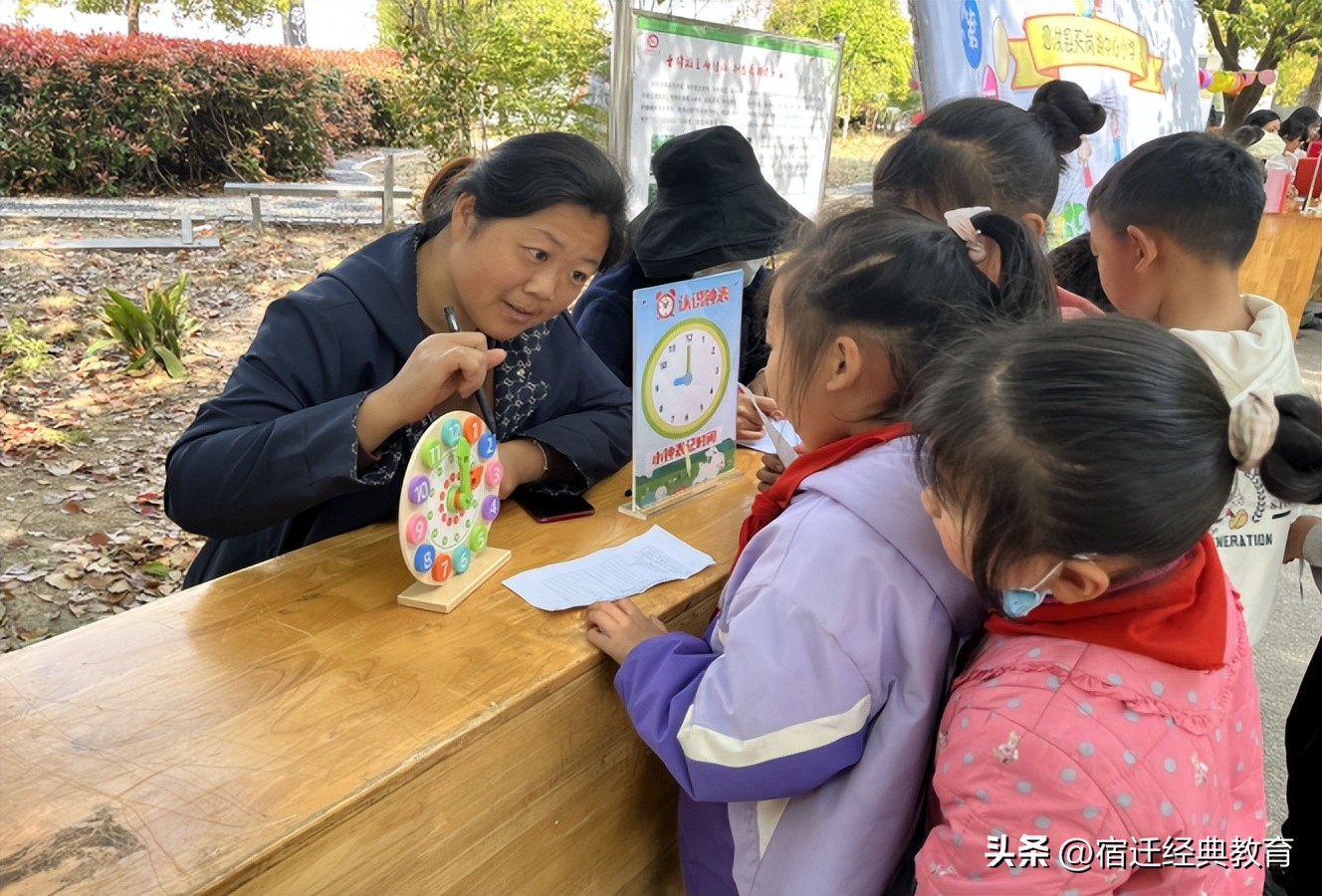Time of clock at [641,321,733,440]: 9:00
